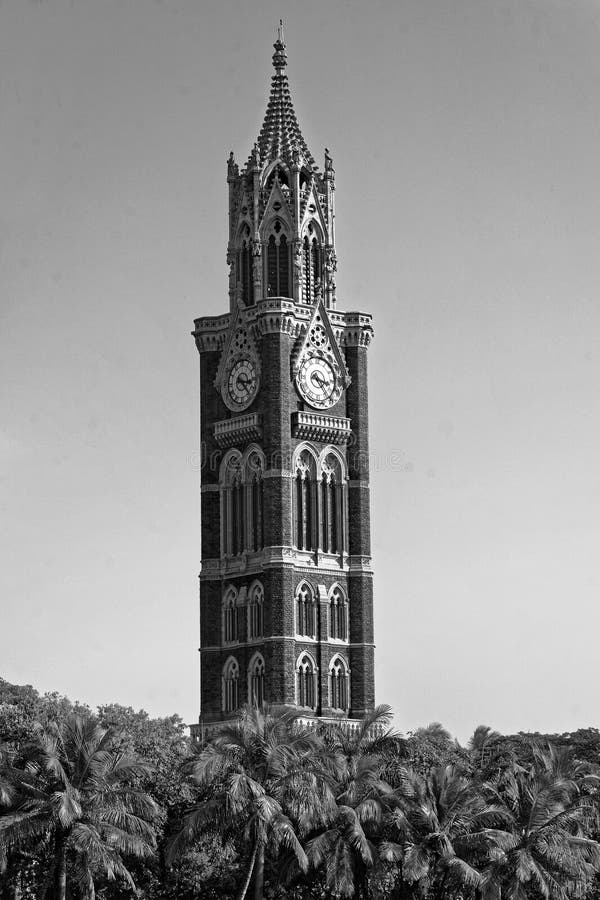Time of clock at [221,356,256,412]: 3:22
